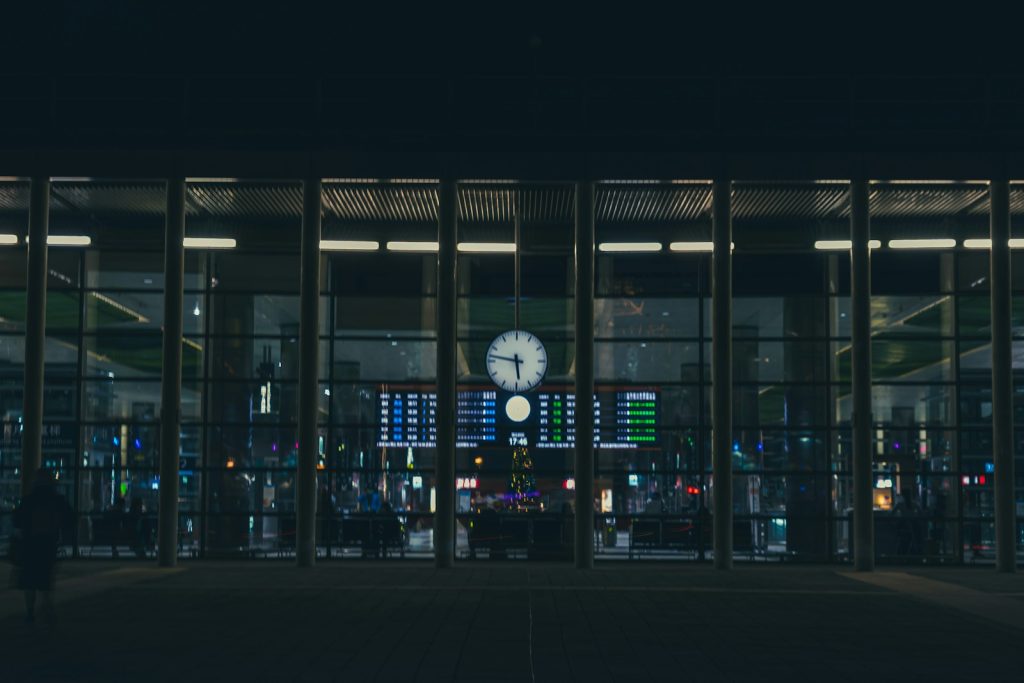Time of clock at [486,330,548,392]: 5:46
